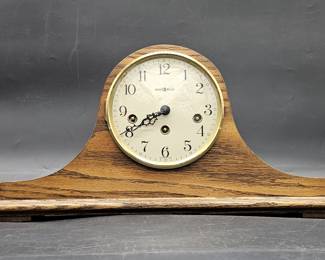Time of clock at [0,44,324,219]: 7:40
